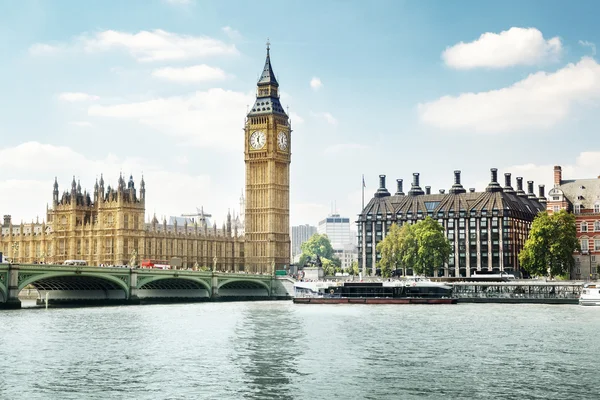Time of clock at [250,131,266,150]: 12:26
